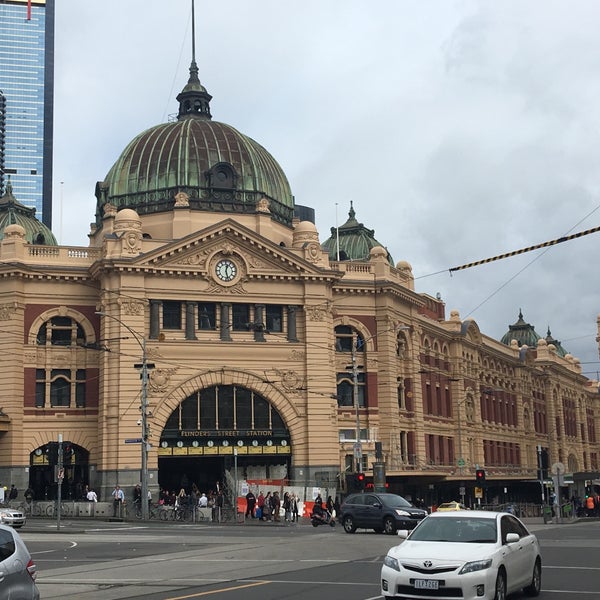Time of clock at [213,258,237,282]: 12:27
